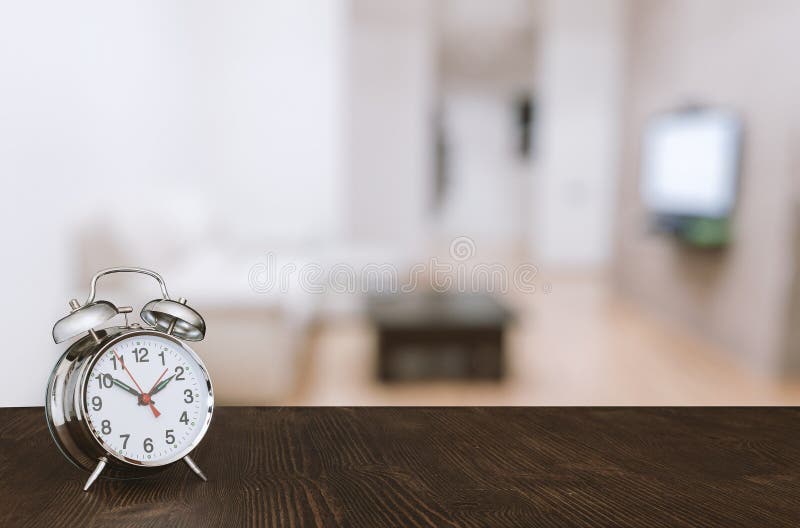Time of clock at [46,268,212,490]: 1:50
